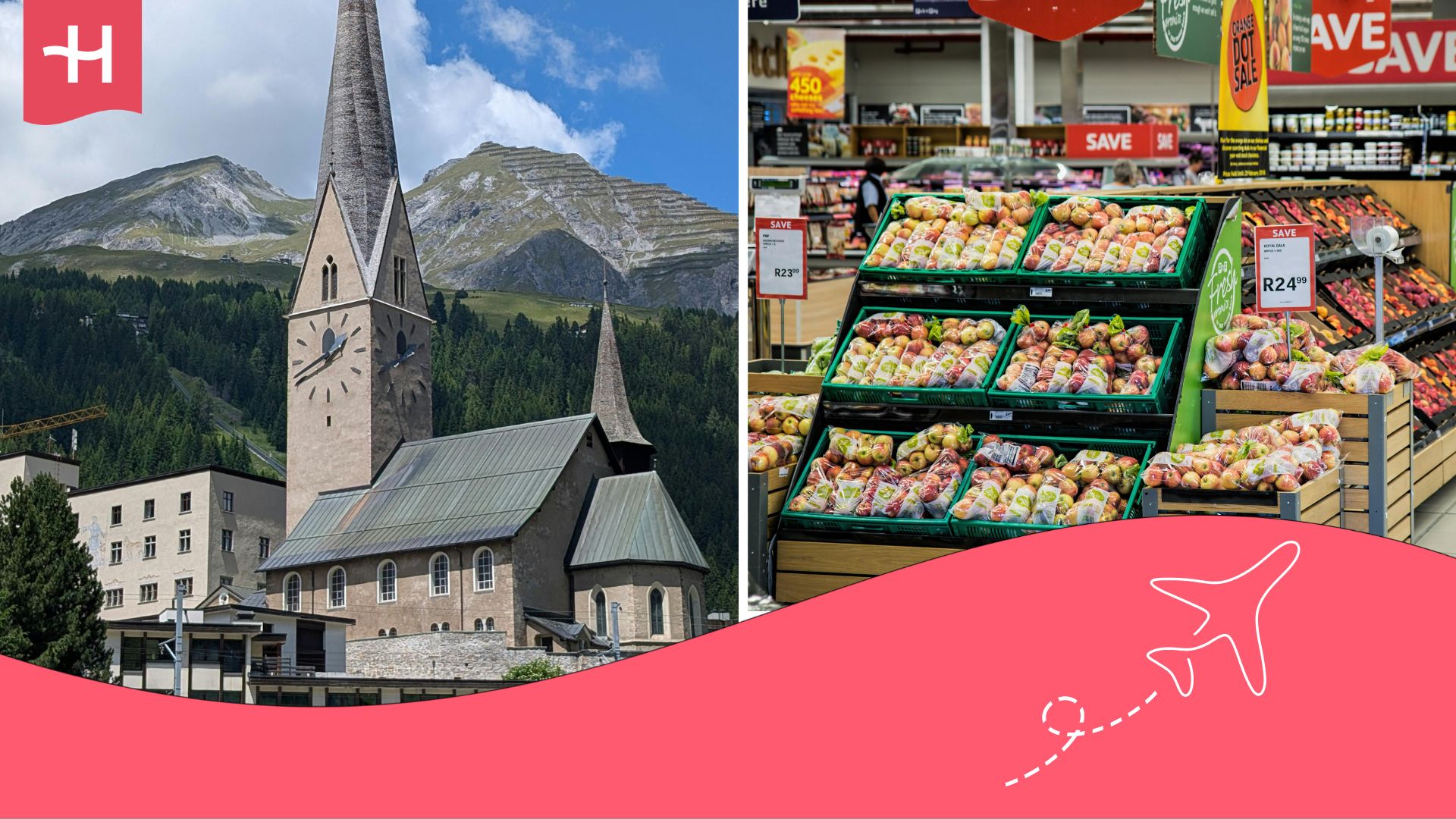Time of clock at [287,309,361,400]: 1:41
